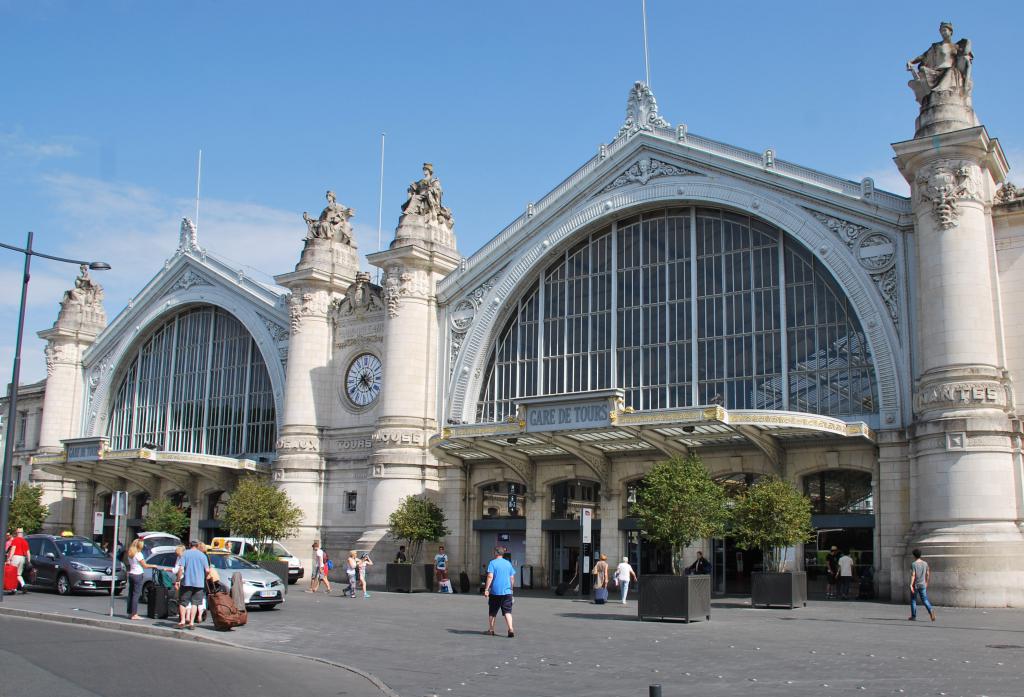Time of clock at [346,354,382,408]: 4:38
